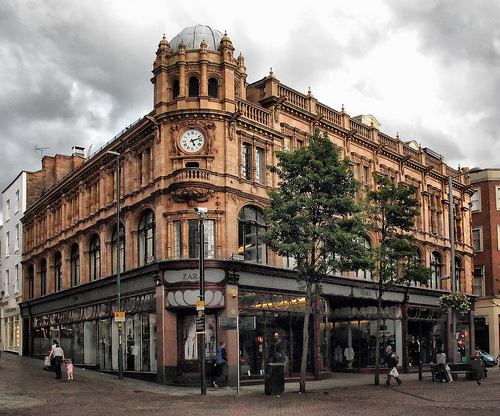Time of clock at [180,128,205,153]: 5:12
